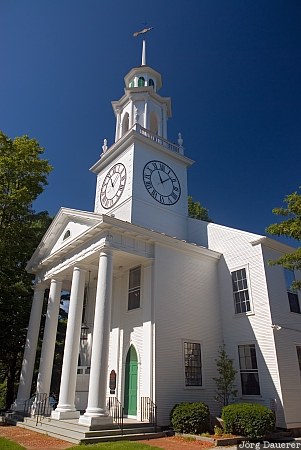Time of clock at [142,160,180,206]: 11:08
